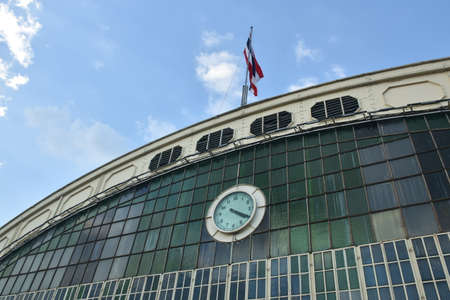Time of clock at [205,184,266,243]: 4:20
